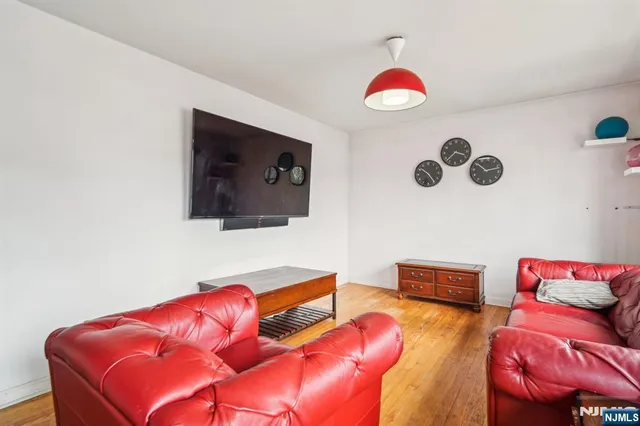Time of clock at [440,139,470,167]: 3:37
